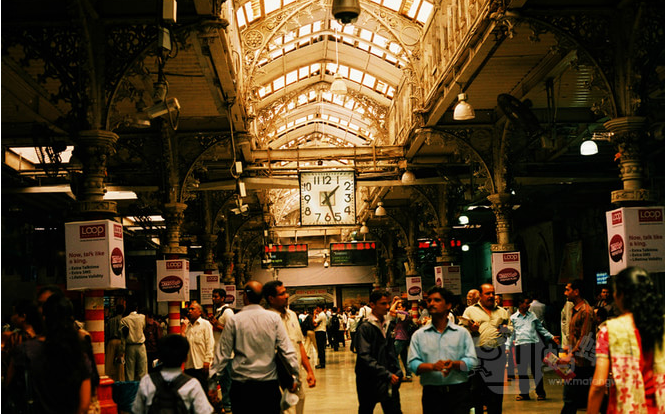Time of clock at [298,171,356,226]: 1:26
